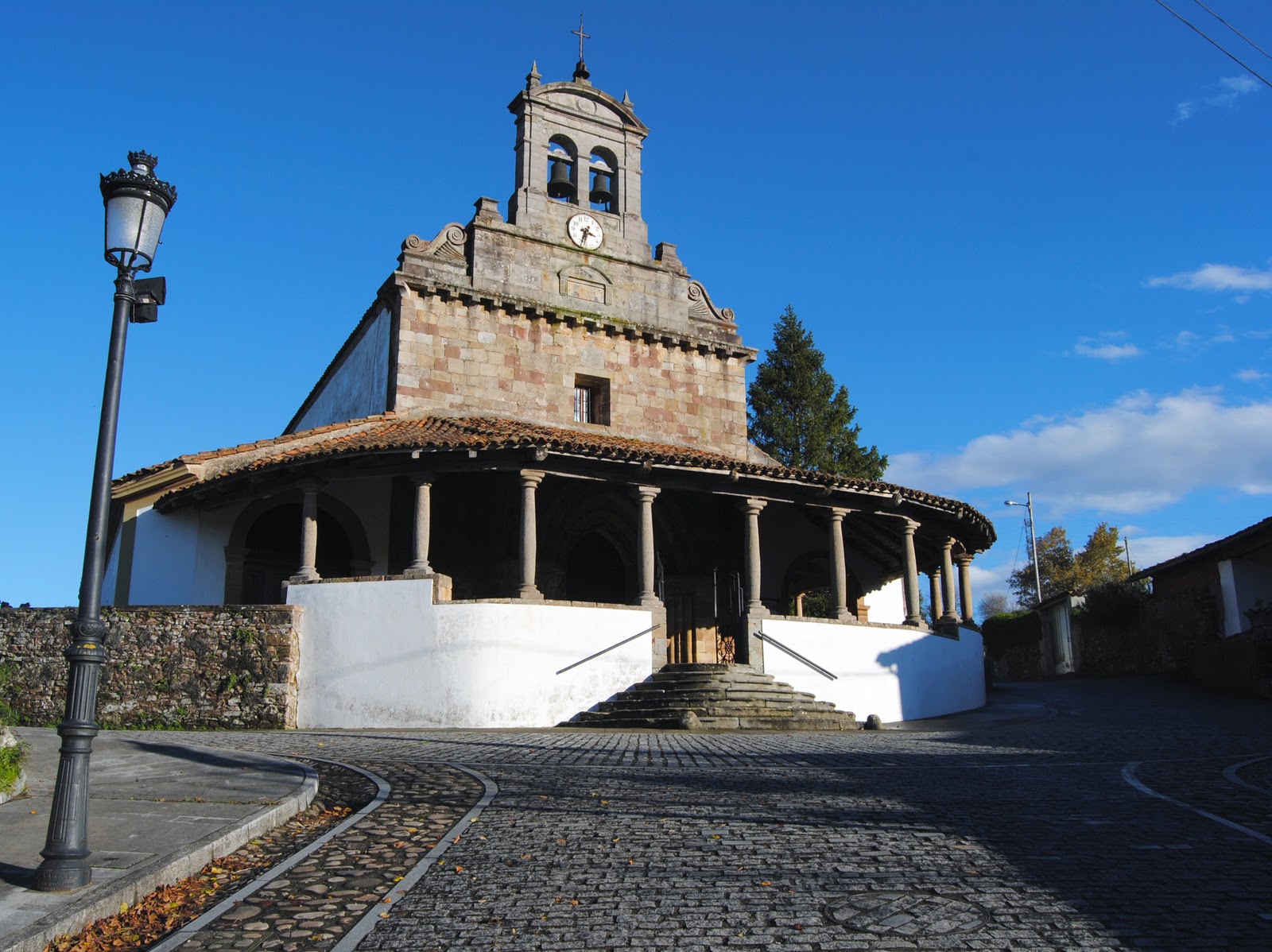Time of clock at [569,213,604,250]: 3:32
